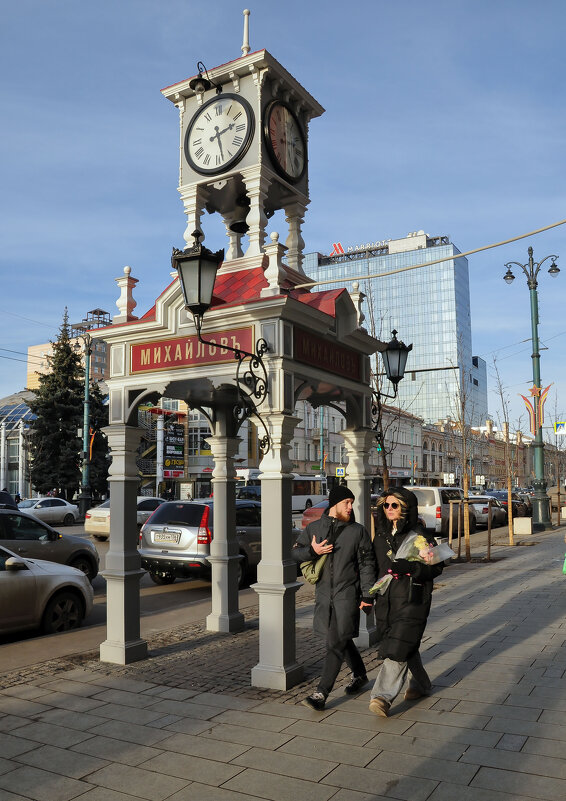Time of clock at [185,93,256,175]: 2:27
